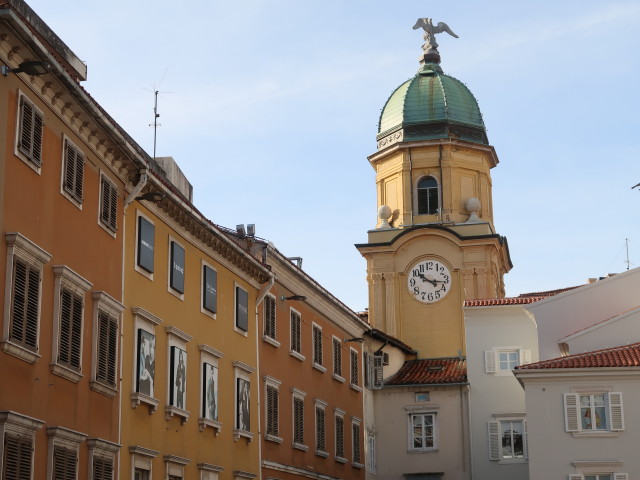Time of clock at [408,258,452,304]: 10:16
